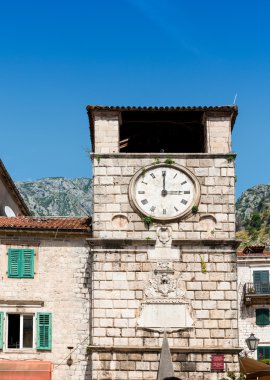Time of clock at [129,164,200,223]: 3:00
